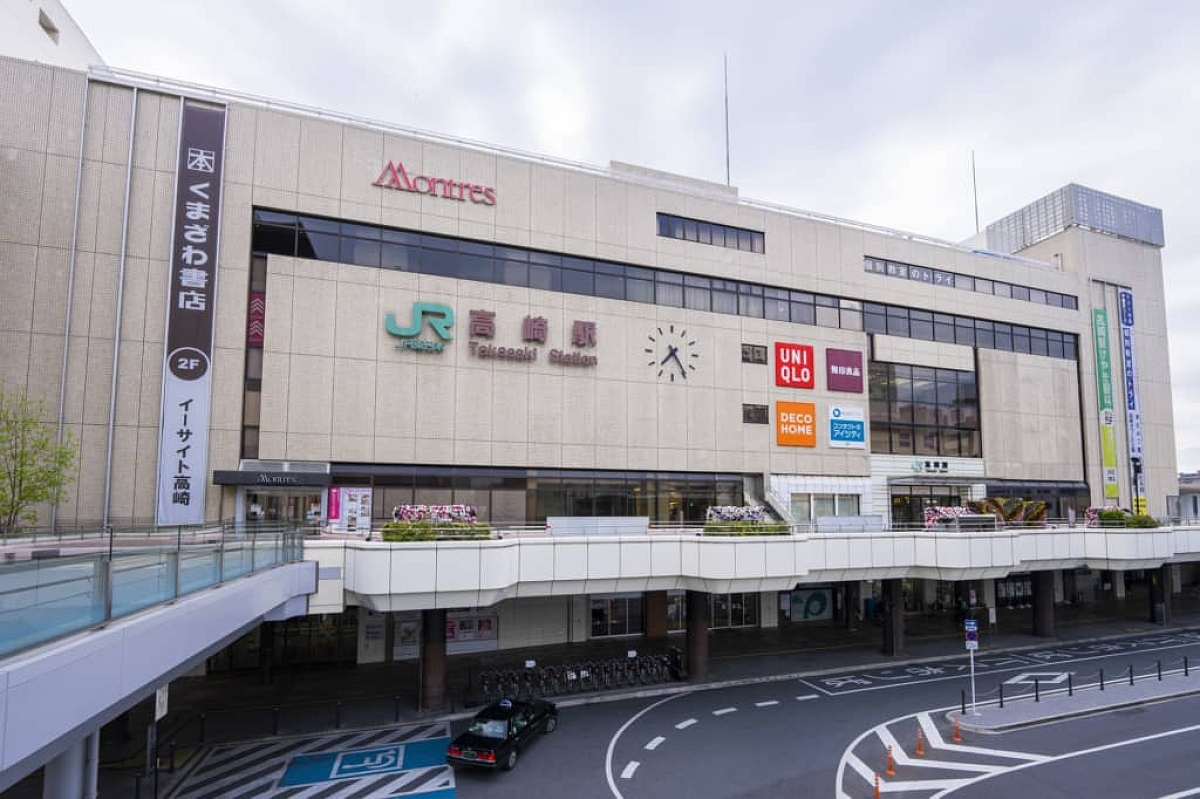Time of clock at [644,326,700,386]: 7:24
